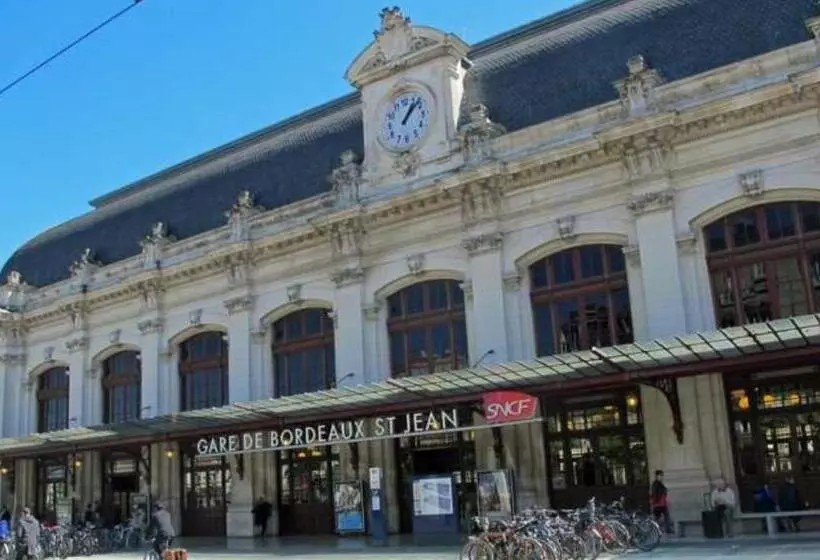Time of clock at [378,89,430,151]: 1:07
